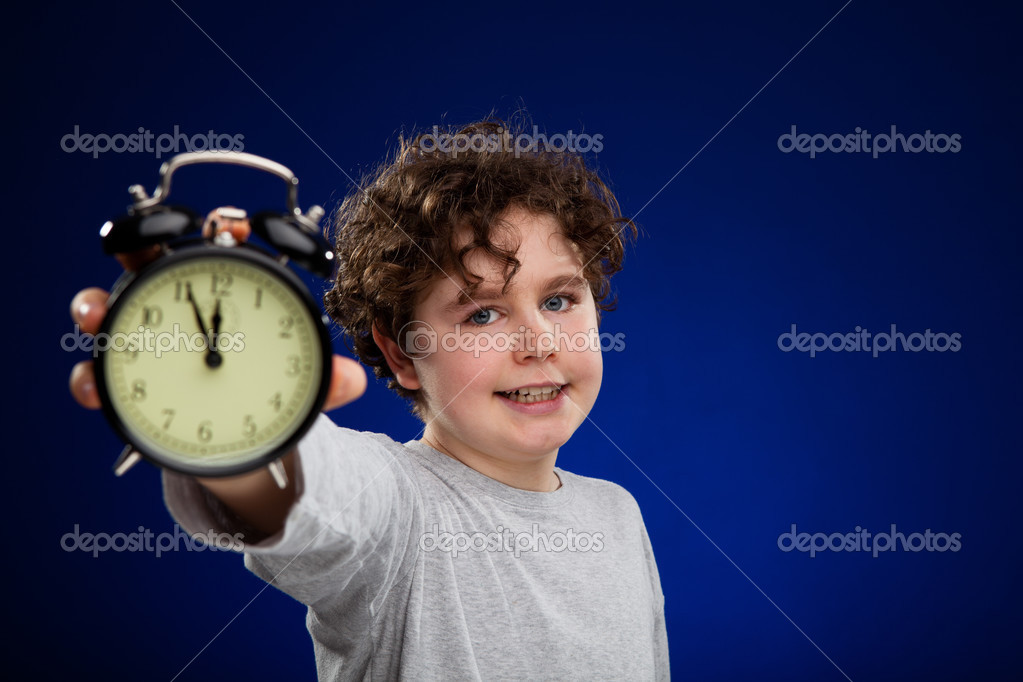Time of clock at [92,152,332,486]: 11:55
